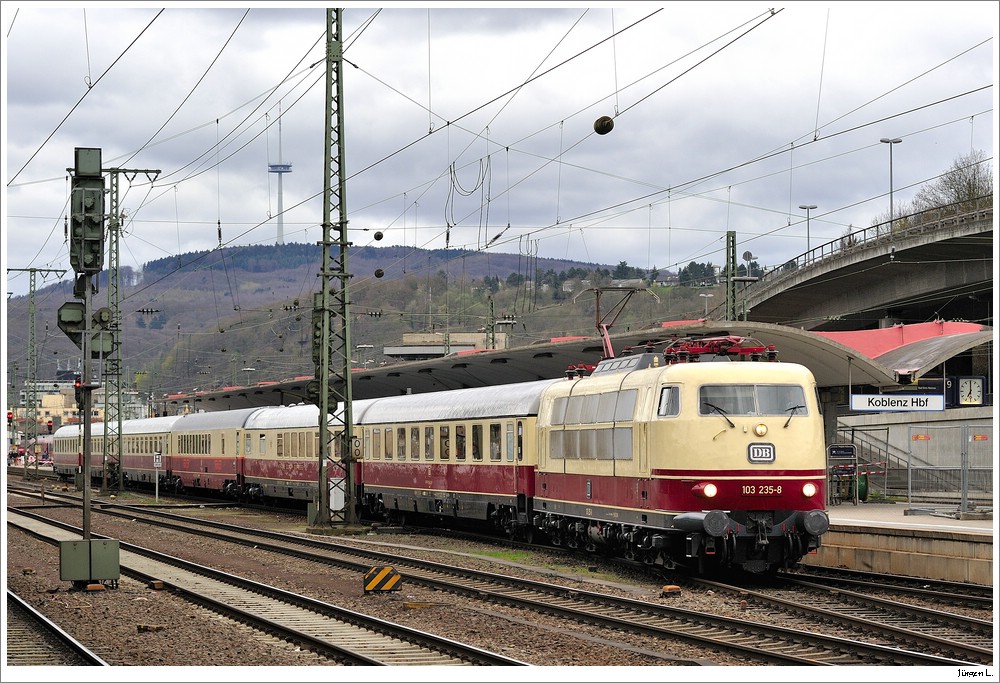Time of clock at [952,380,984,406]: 7:00
